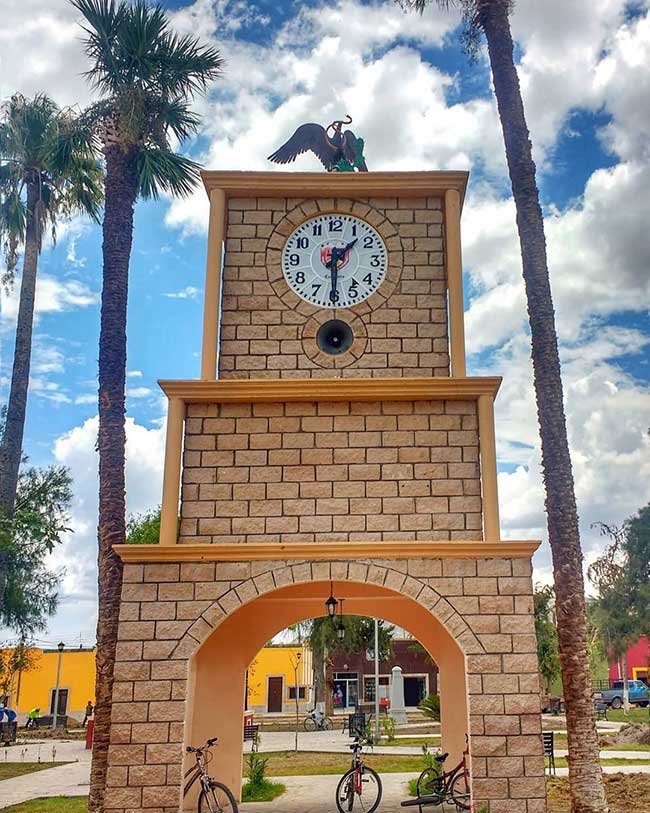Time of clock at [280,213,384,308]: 1:30
